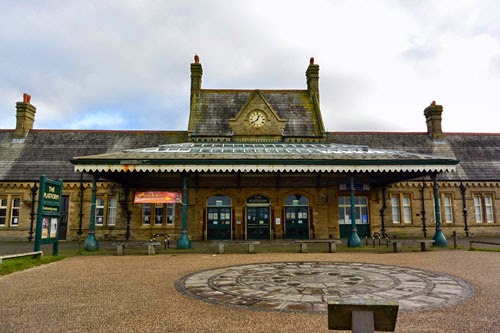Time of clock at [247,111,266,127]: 12:38
